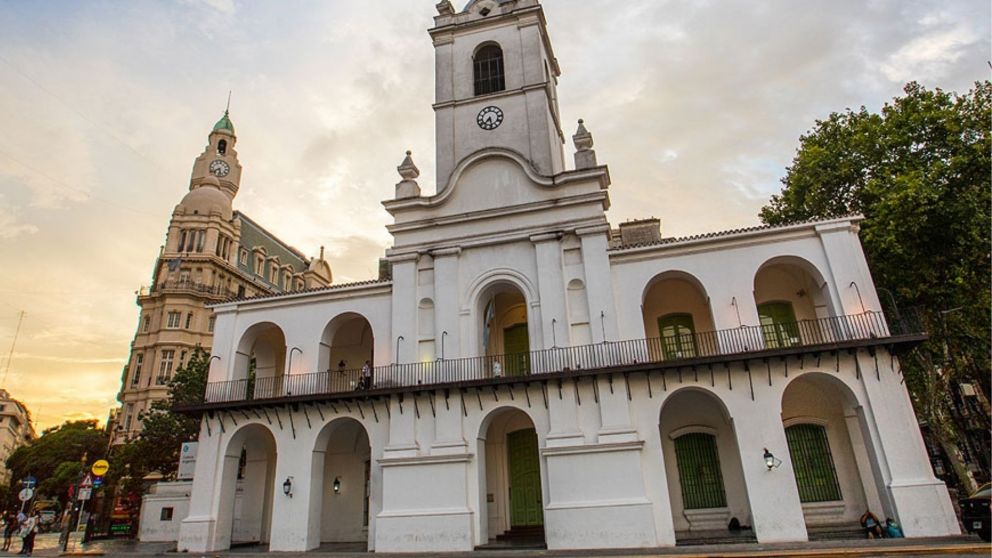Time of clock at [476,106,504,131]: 7:28
